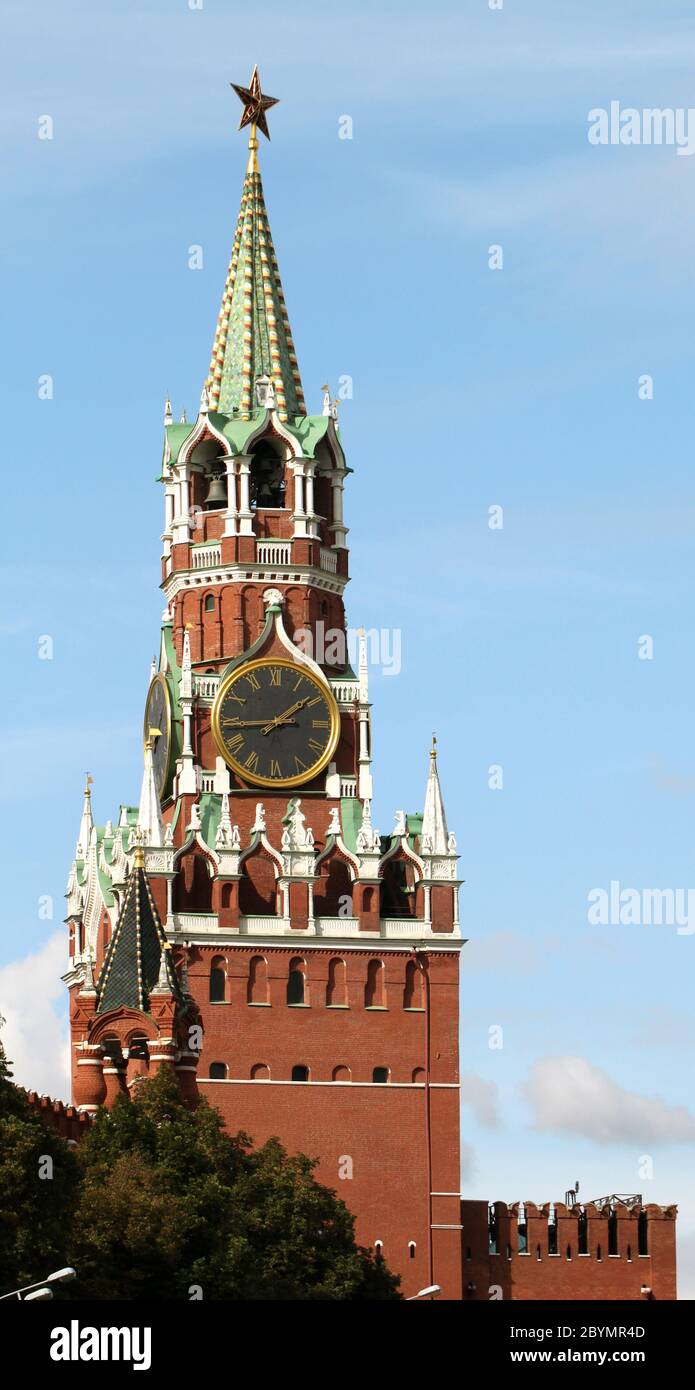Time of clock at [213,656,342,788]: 1:43
